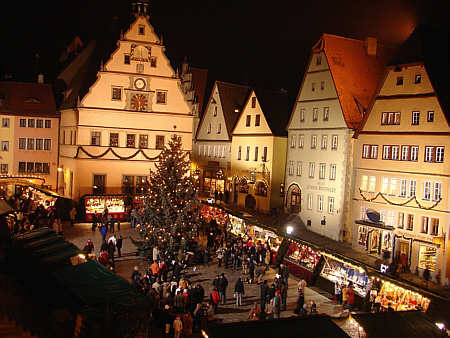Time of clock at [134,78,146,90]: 10:42
